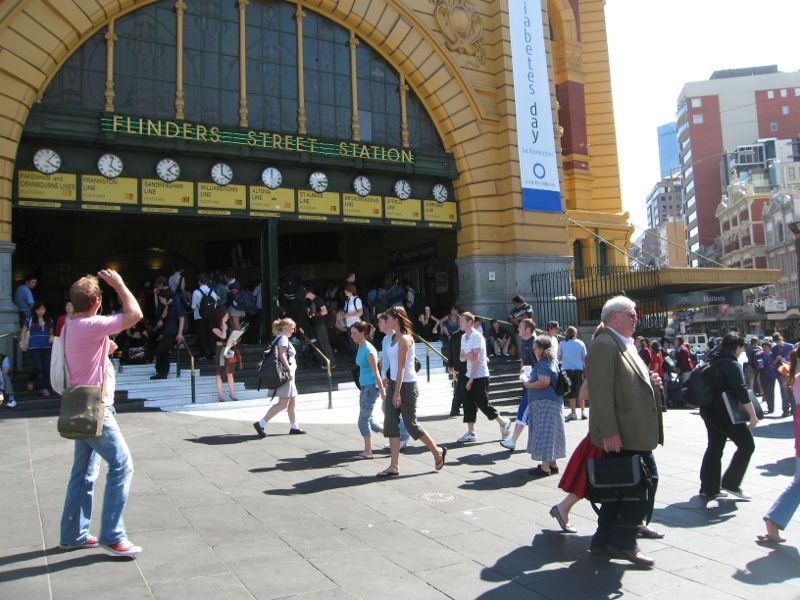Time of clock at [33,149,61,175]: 4:06
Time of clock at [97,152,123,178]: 4:02
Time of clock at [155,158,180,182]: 4:07
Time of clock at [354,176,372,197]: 3:58
